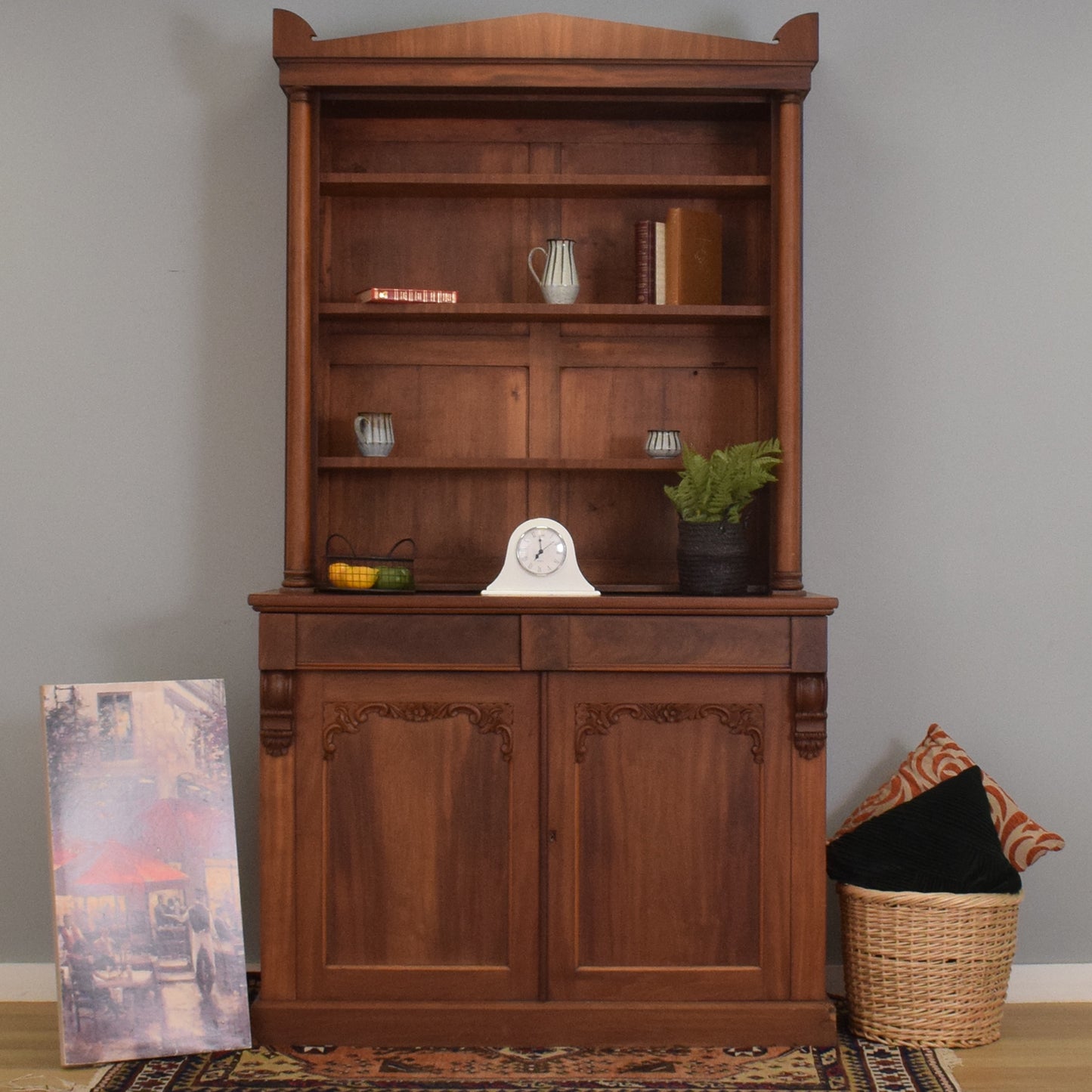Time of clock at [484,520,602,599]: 7:00
